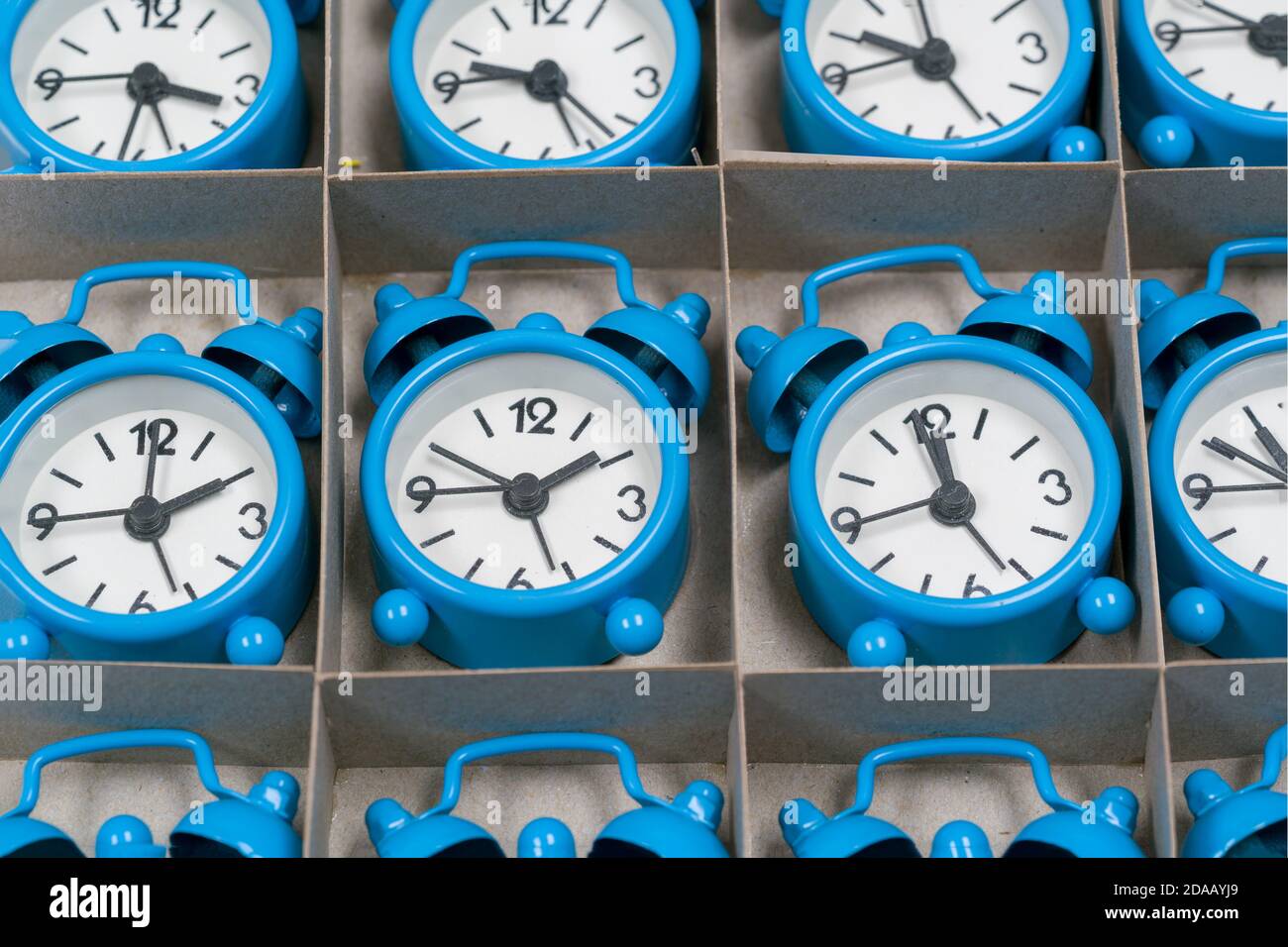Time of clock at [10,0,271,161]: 3:26
